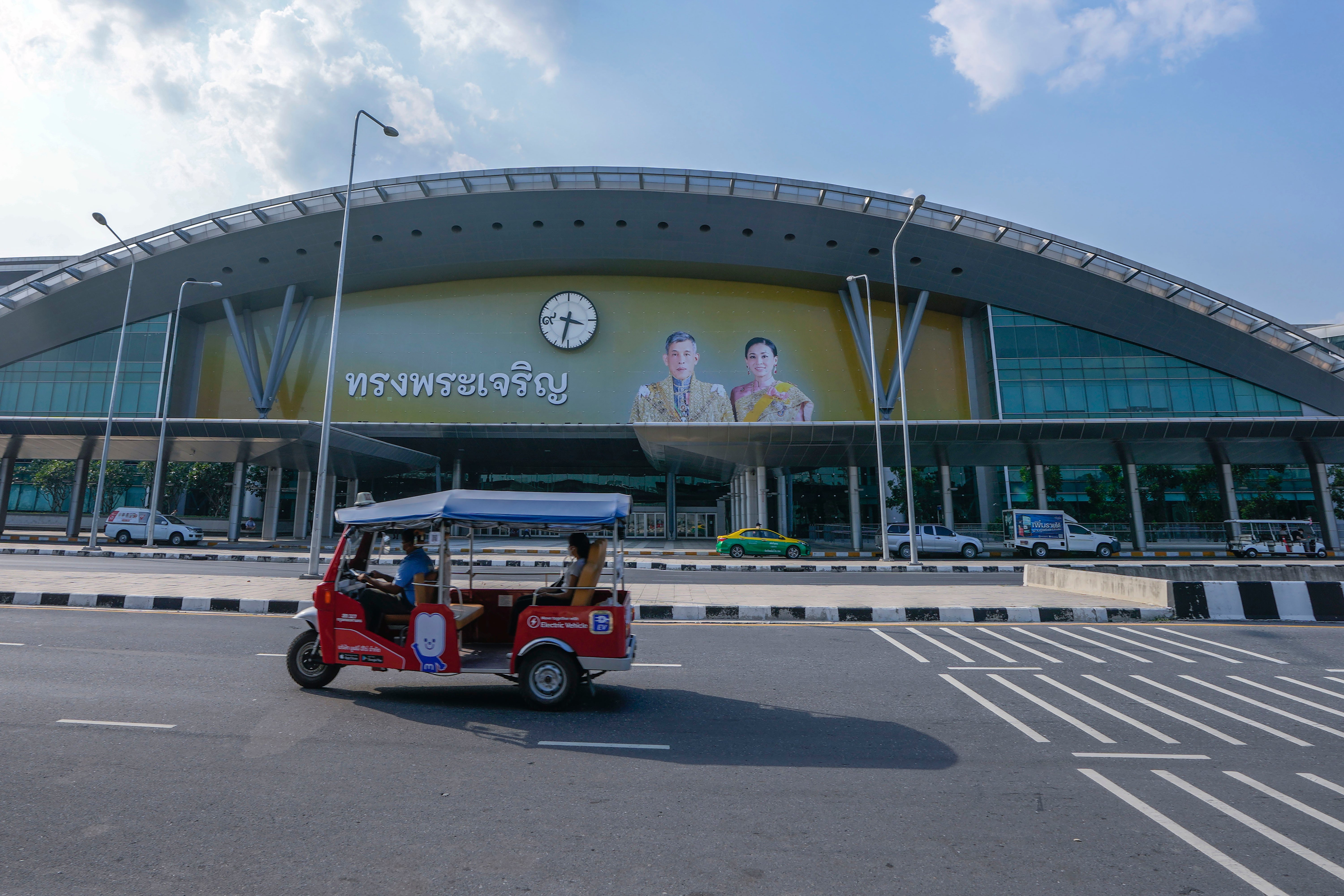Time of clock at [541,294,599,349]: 3:32
